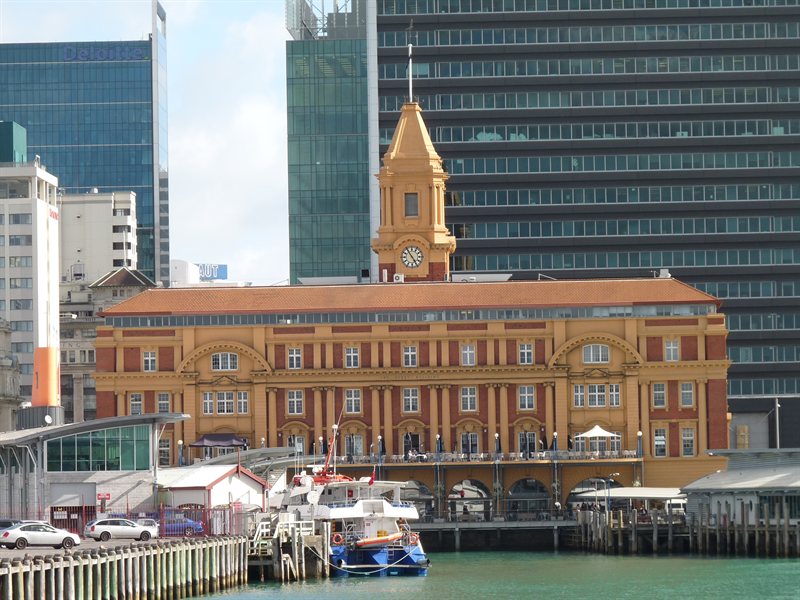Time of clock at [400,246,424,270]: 4:54
